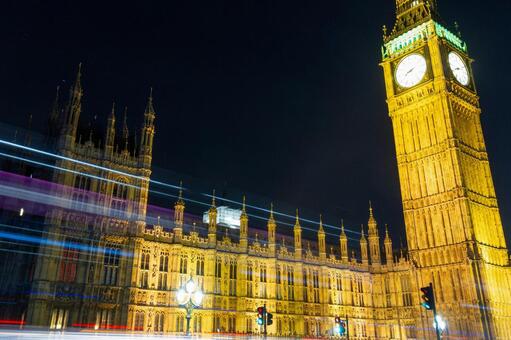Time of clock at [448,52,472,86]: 8:11
